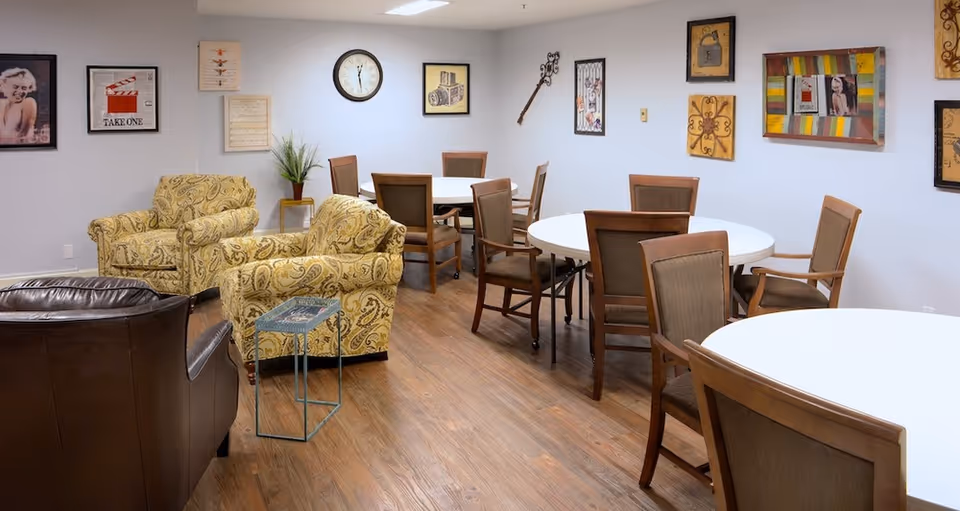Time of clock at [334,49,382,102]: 12:28
